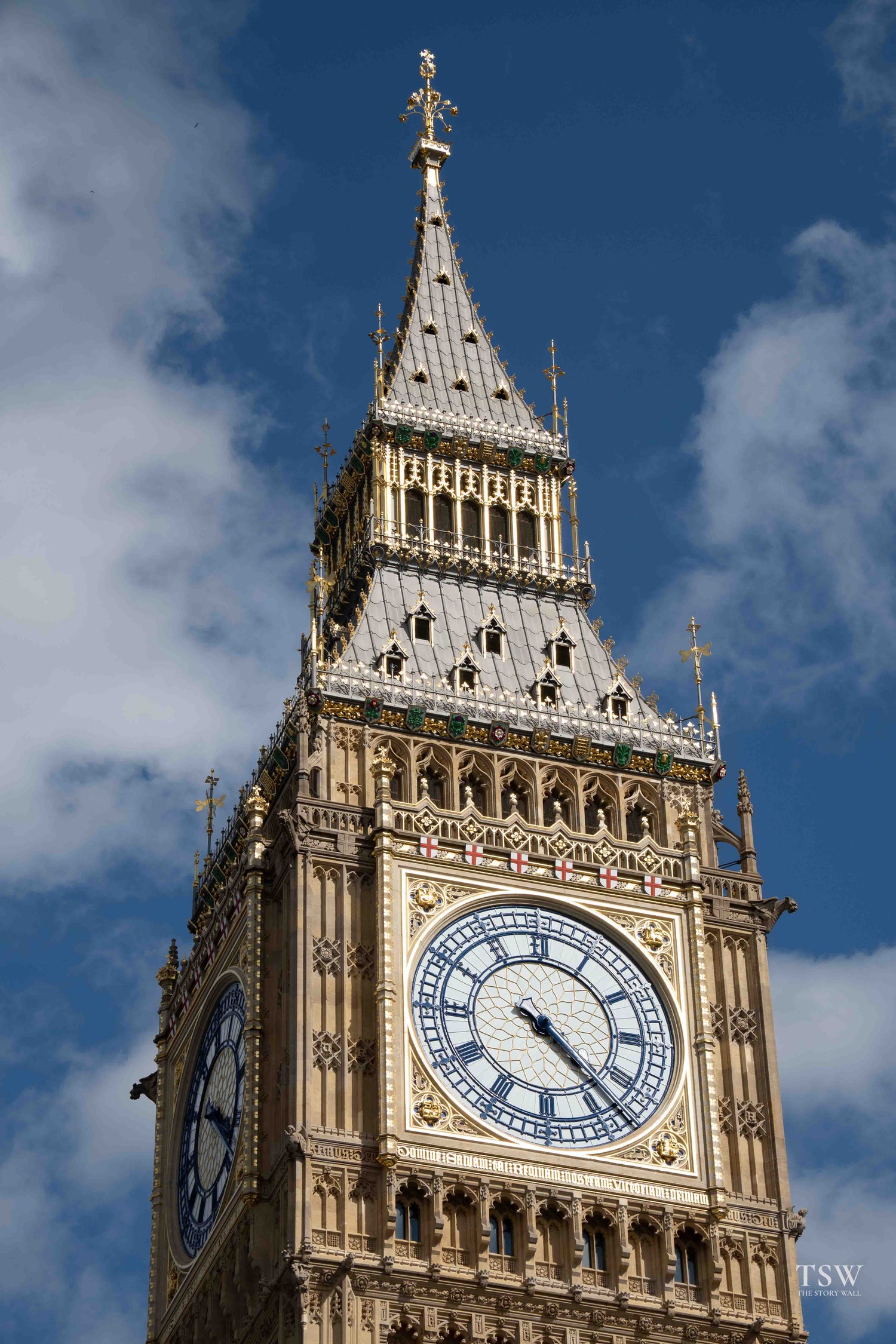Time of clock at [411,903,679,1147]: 4:22
